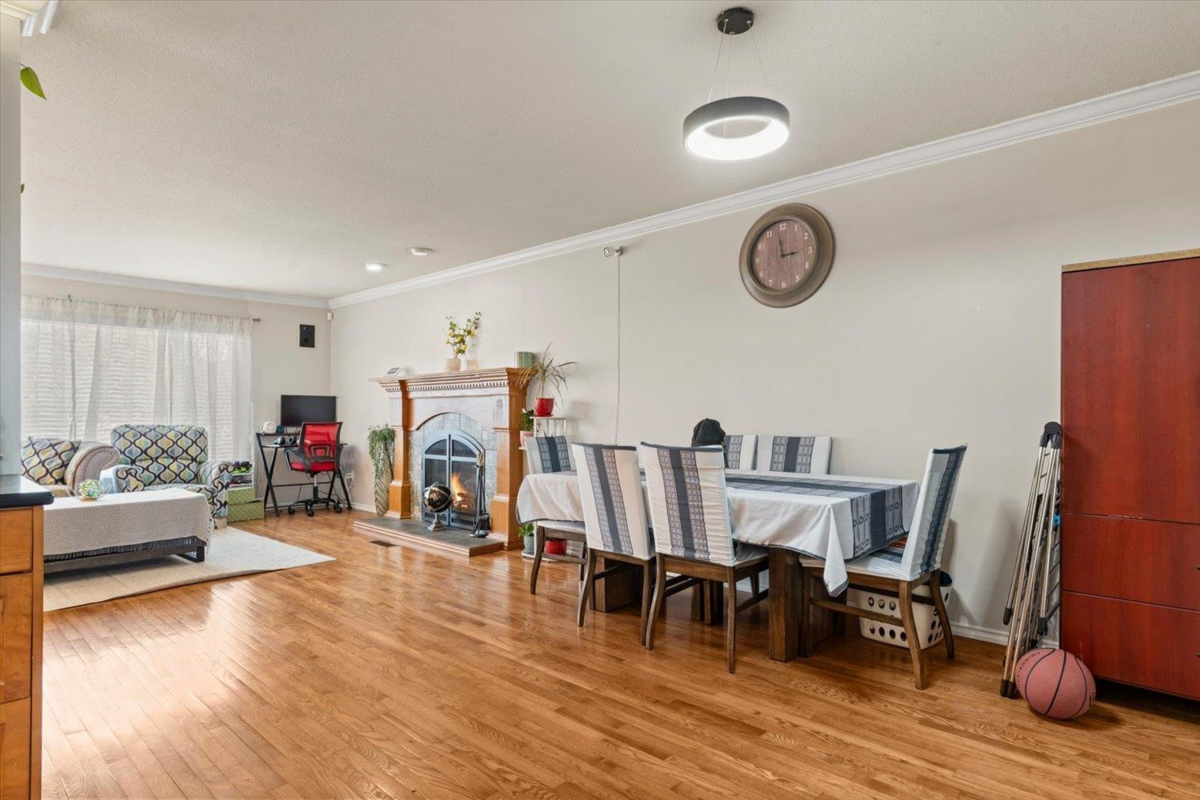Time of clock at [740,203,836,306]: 2:58
